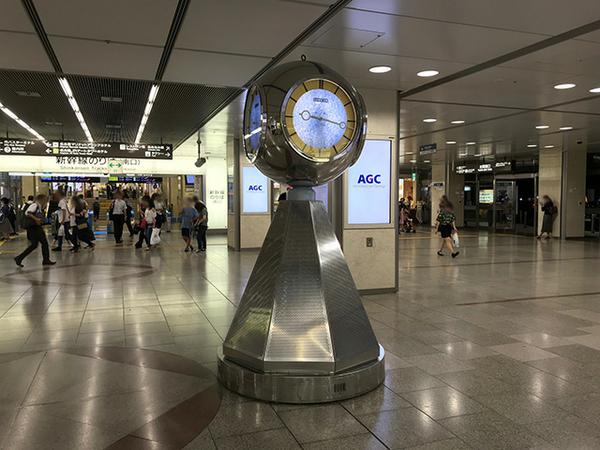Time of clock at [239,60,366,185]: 9:17
